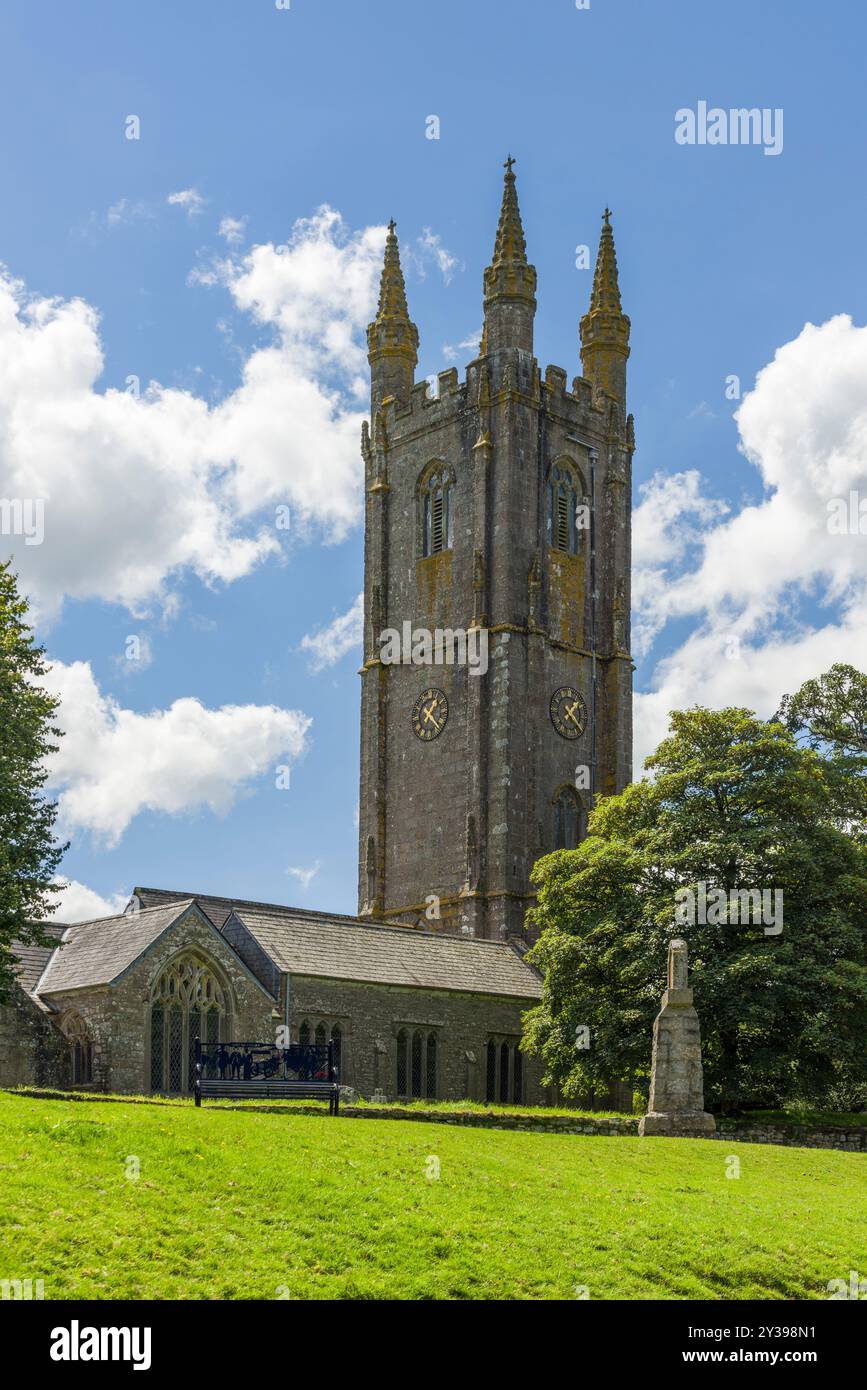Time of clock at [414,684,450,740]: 1:21
